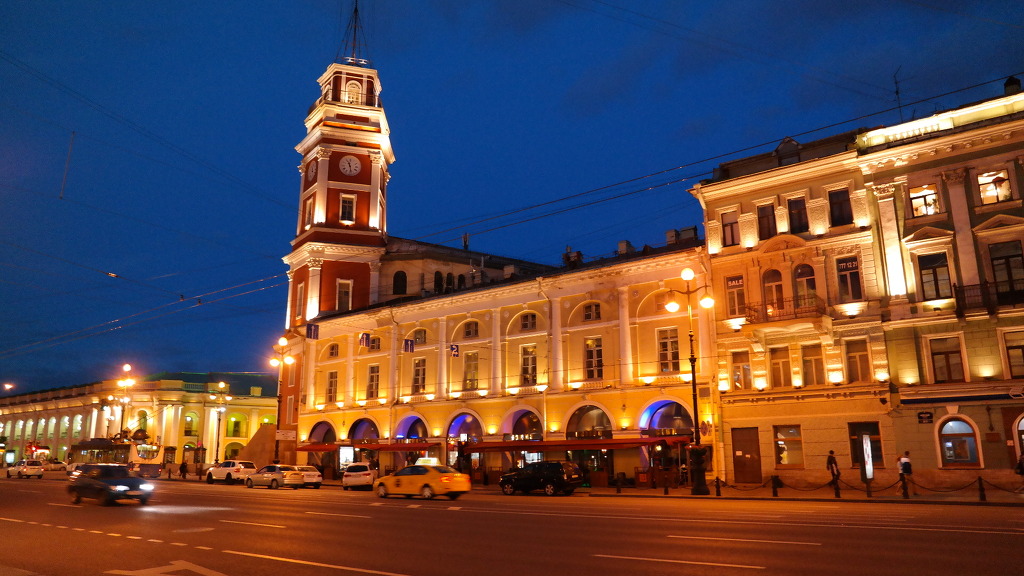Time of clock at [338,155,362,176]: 11:28
